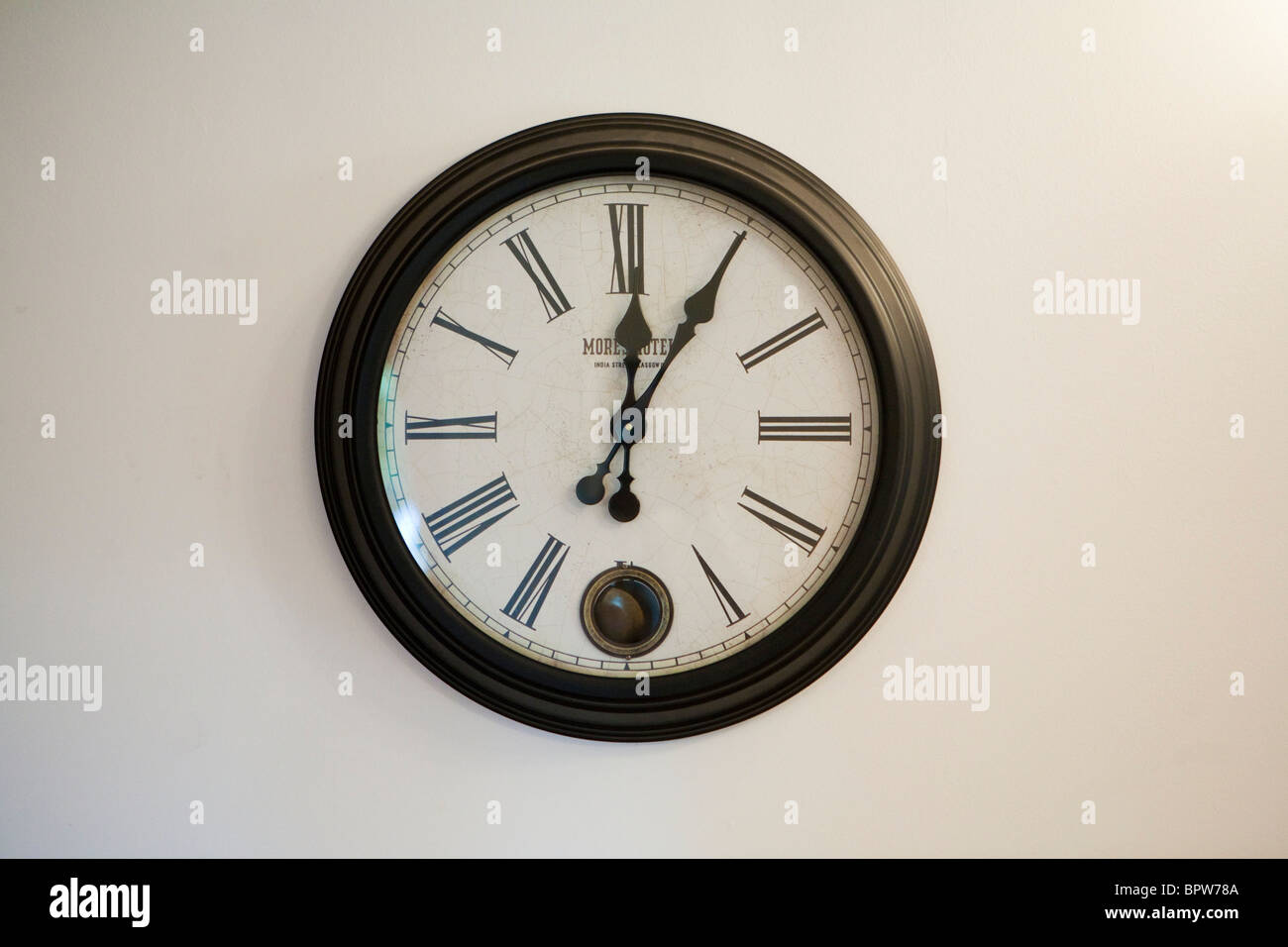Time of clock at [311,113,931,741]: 12:05
